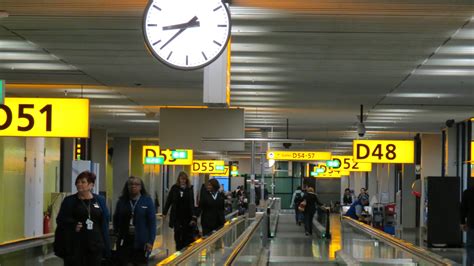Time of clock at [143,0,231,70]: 8:38
